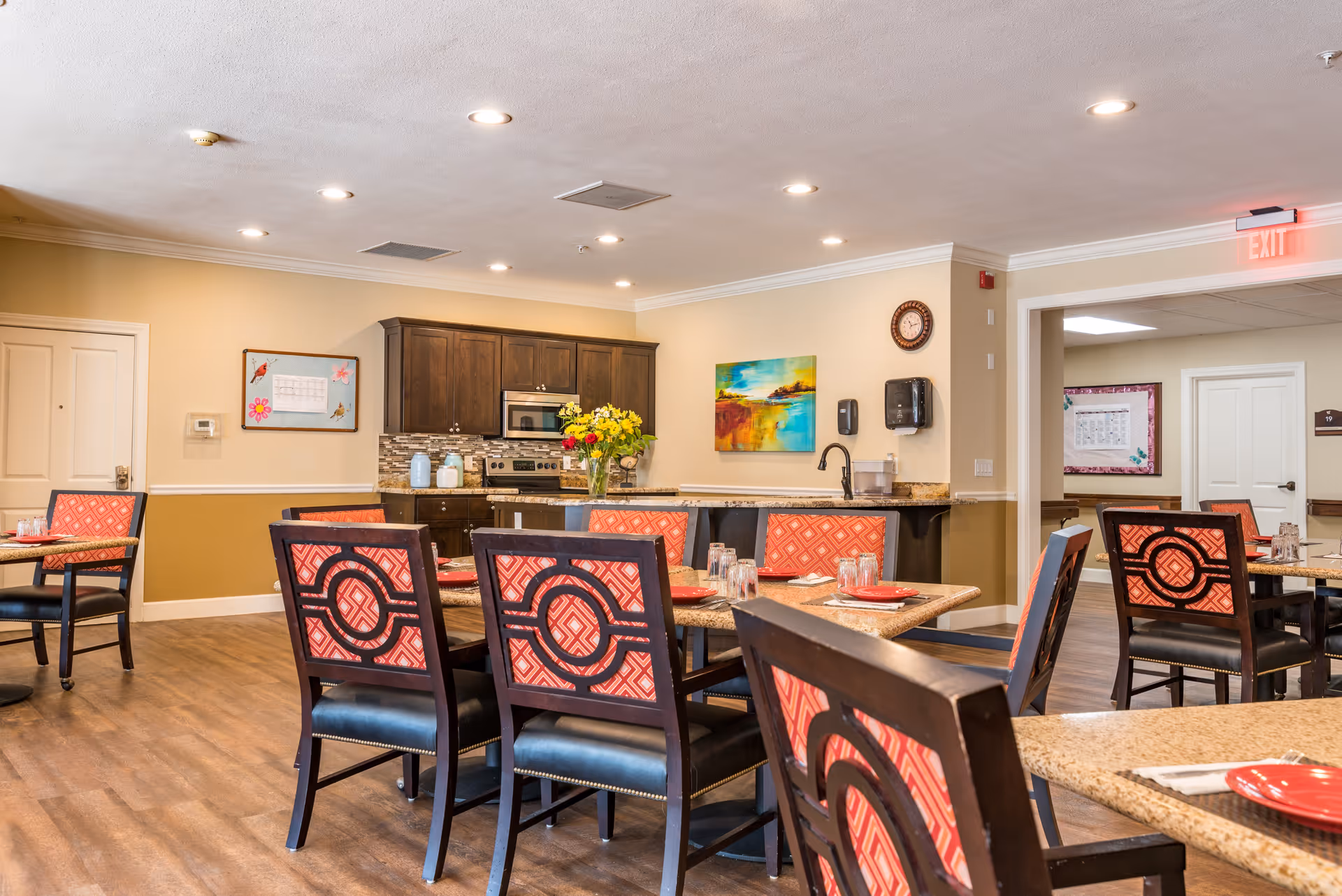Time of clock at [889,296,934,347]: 11:13
